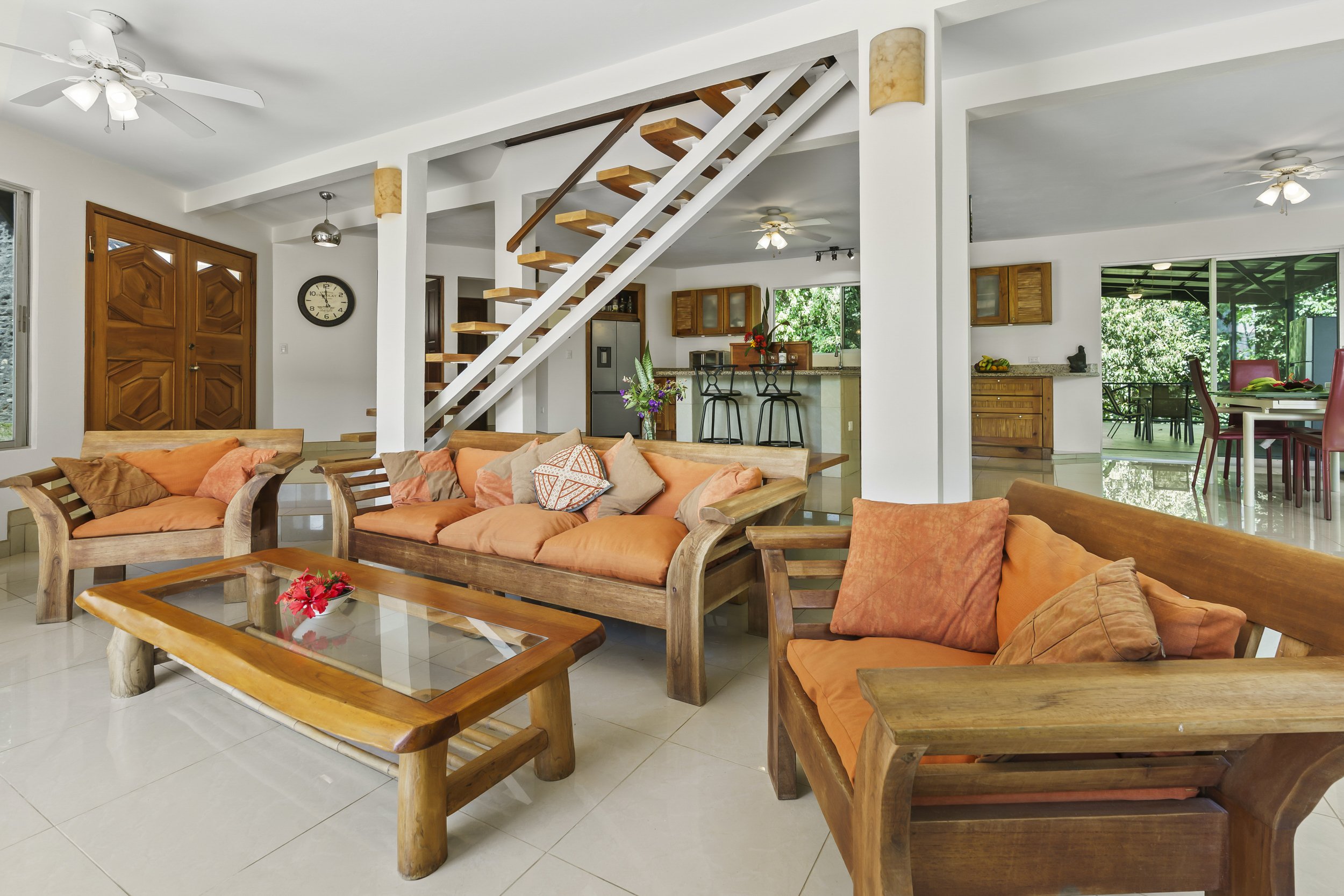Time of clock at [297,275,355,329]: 10:59
